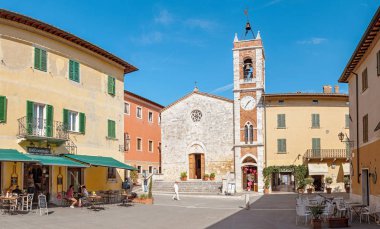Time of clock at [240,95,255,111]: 1:36
